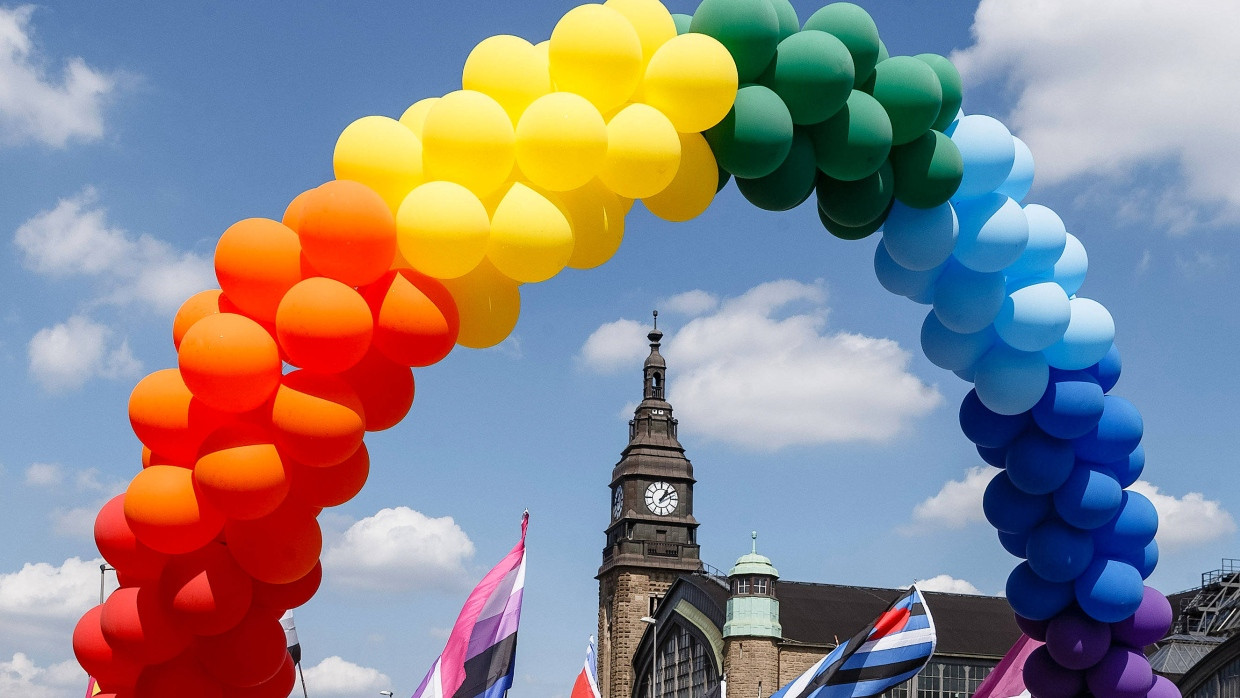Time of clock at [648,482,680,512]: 1:09
